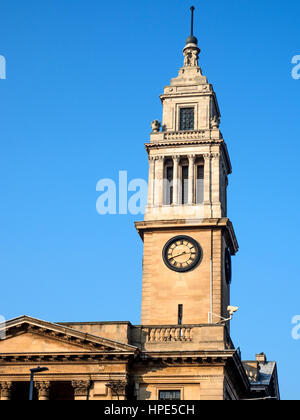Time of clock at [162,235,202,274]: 2:41
